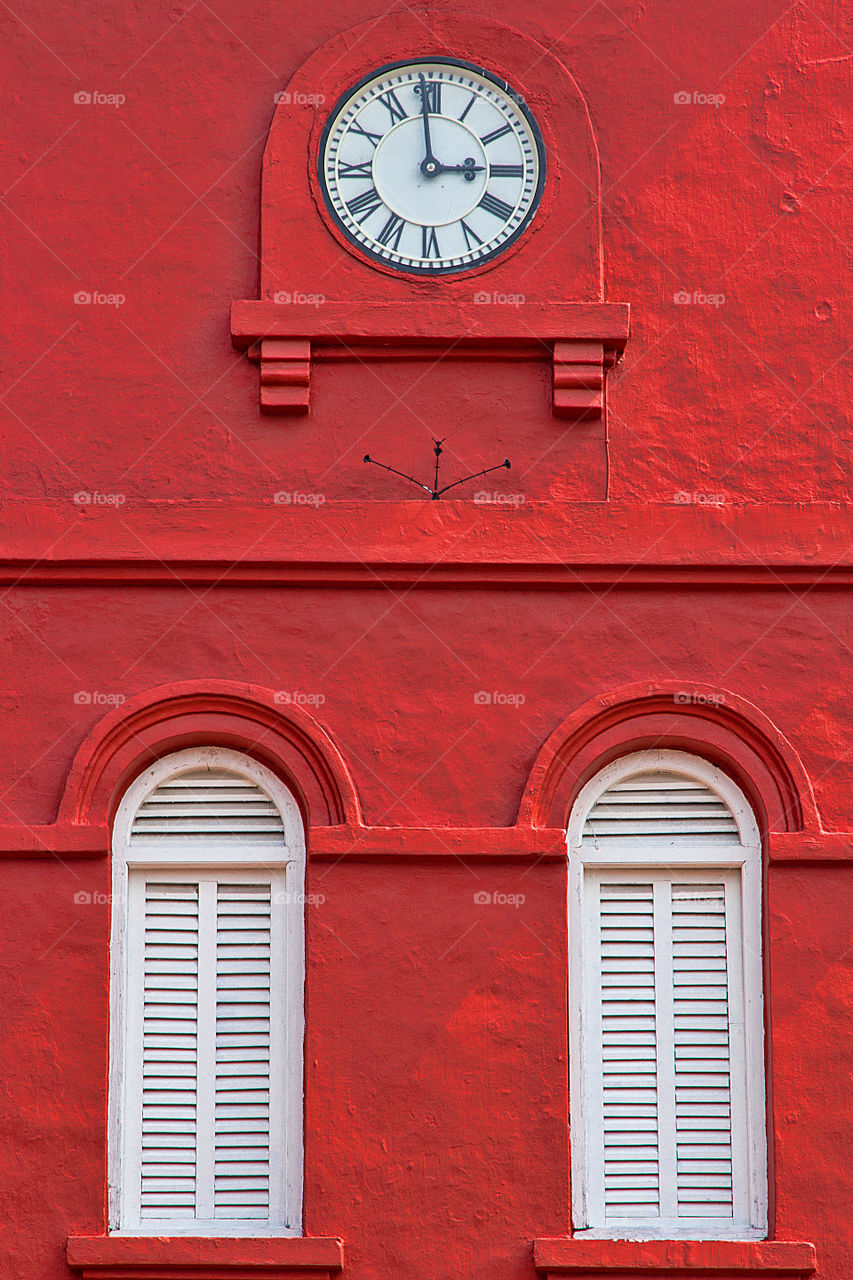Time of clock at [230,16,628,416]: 2:59
